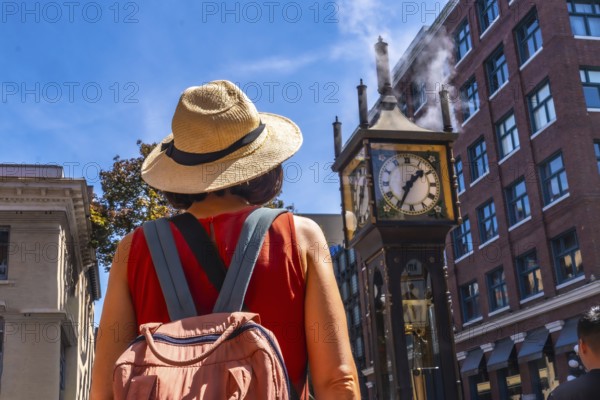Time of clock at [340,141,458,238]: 1:34
